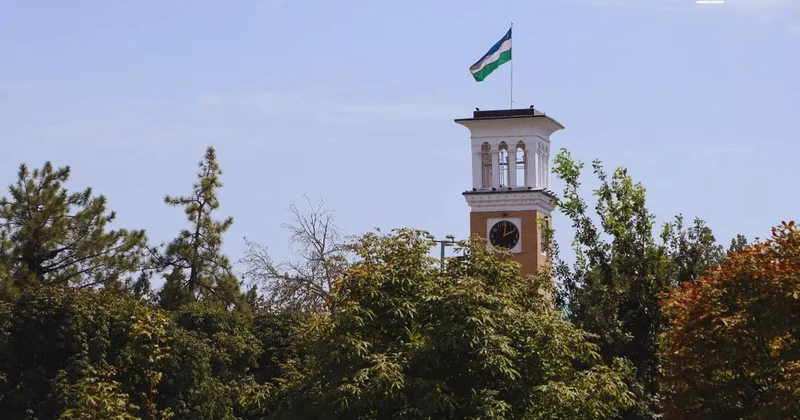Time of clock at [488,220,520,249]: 2:00
